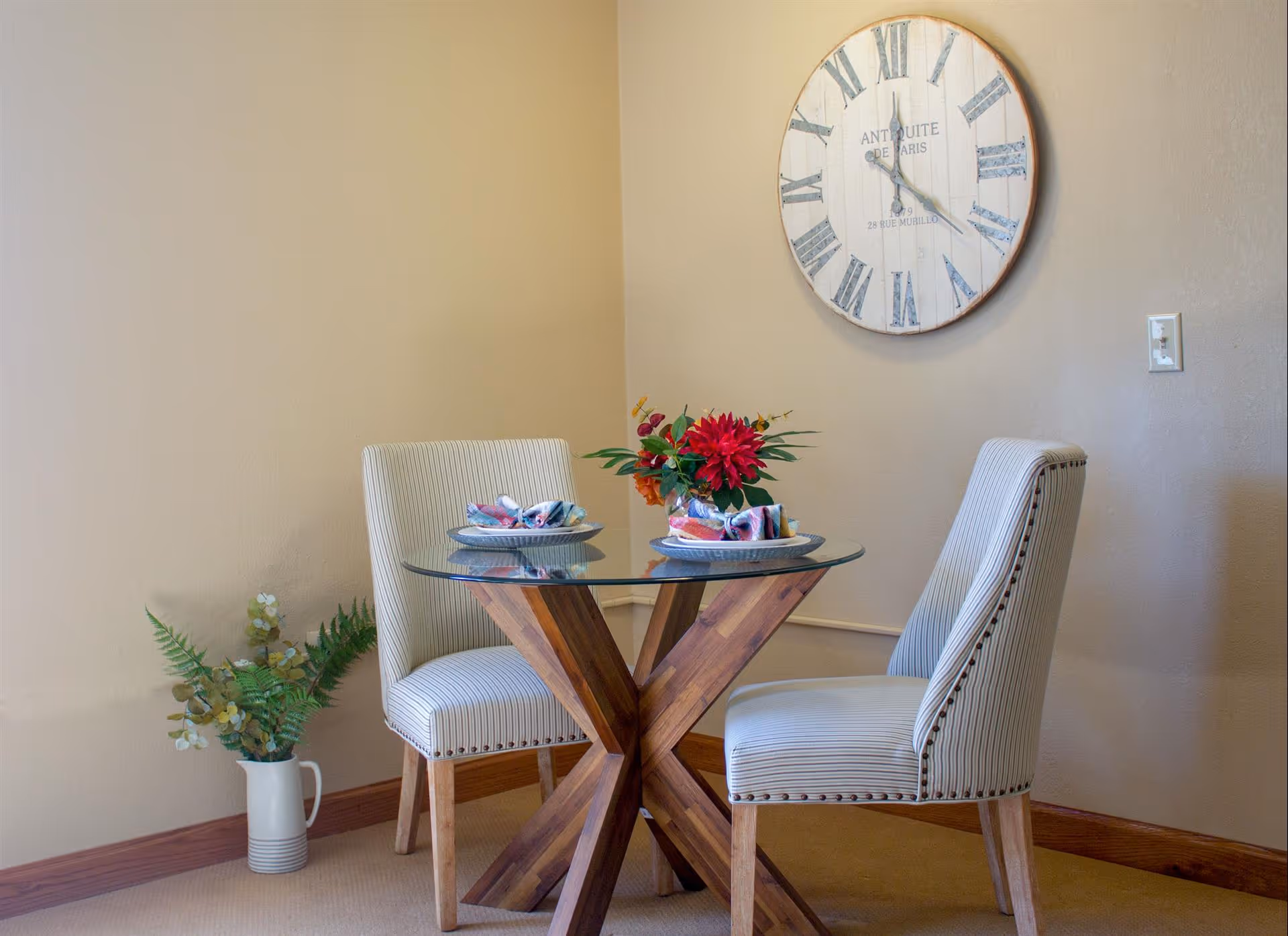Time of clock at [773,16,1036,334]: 12:21
